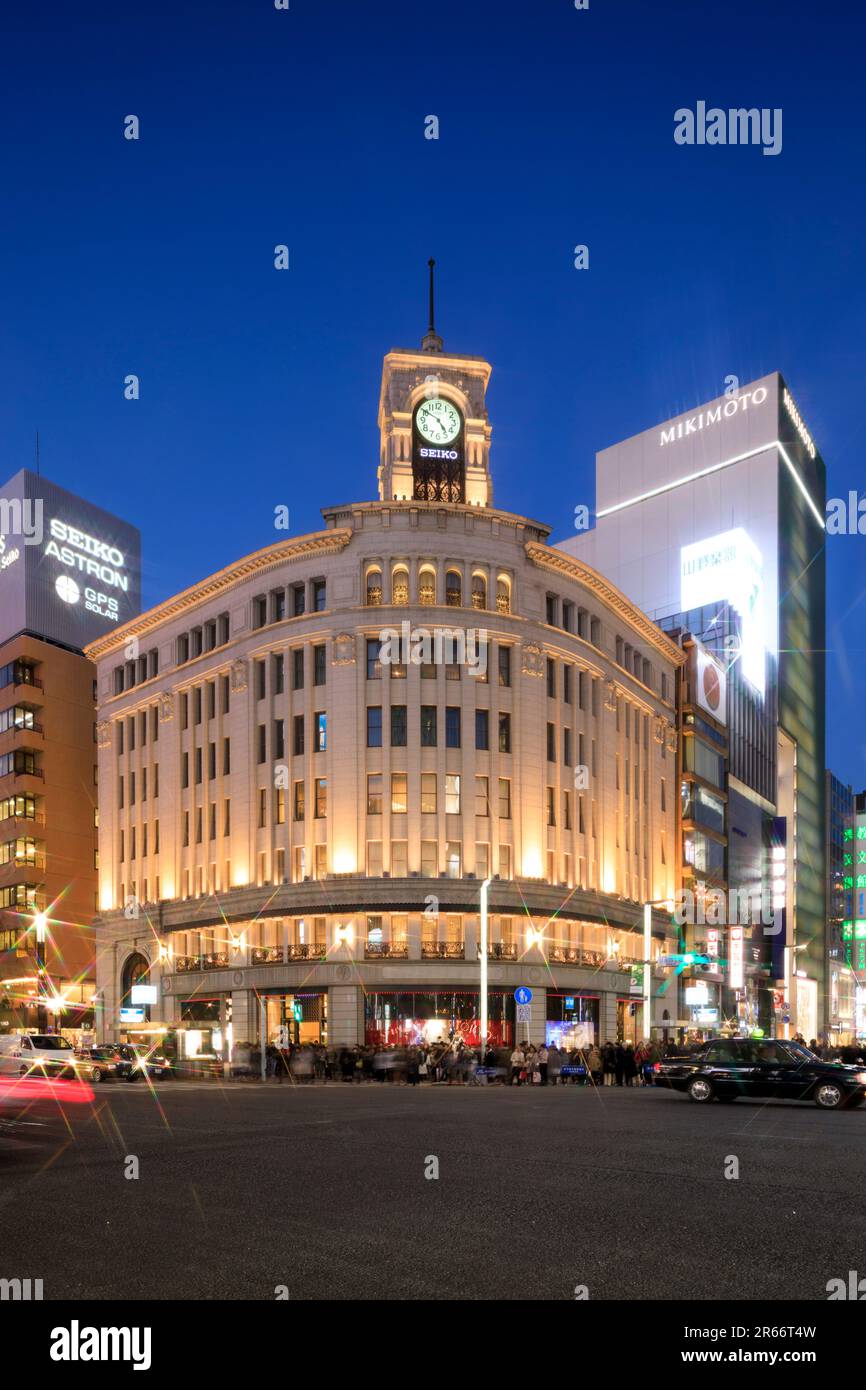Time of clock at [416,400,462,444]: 4:50
